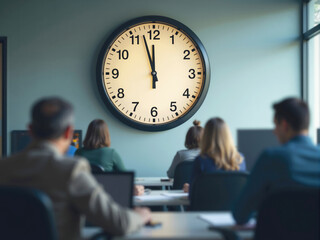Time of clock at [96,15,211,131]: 11:57
